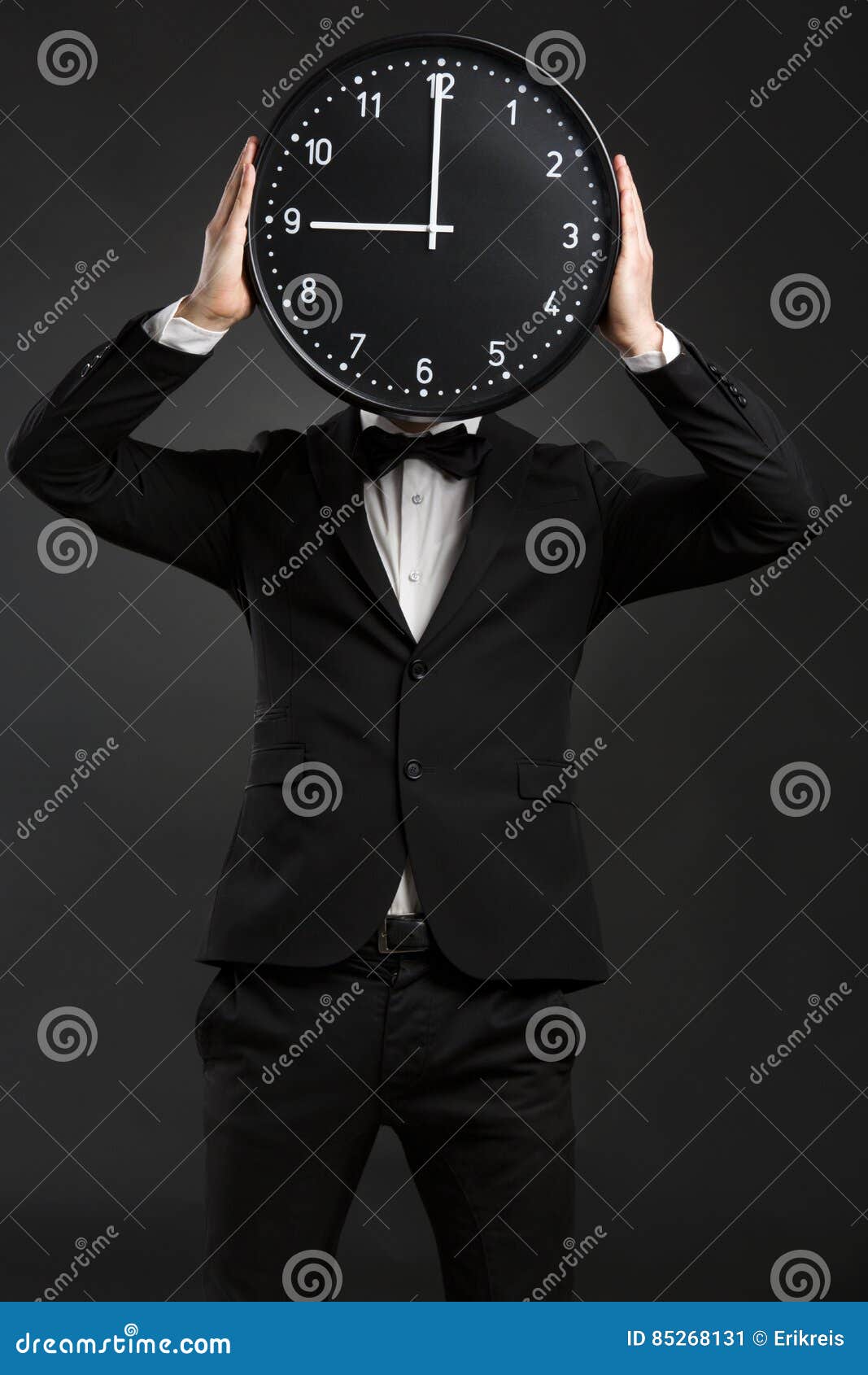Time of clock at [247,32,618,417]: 8:59
